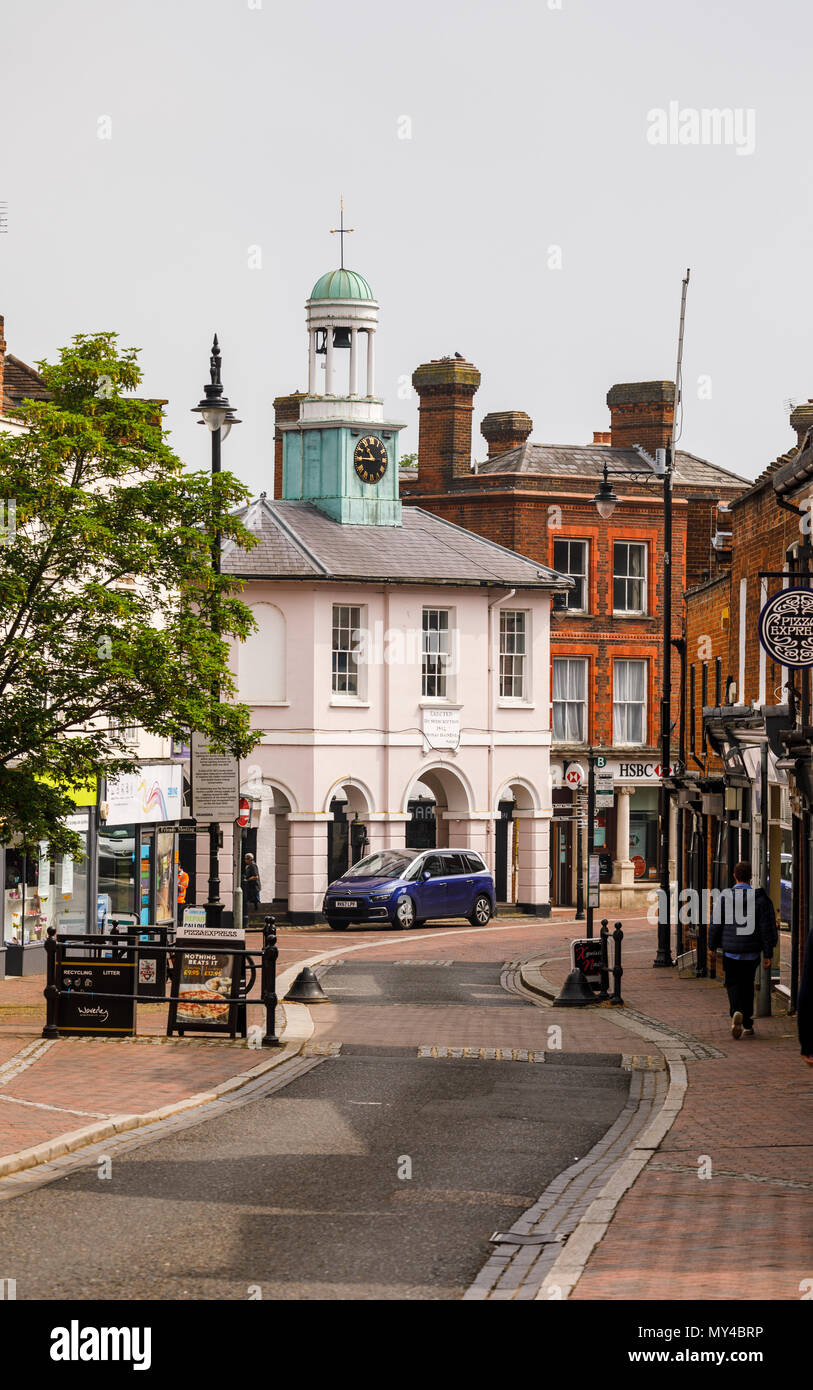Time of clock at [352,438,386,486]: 10:45
